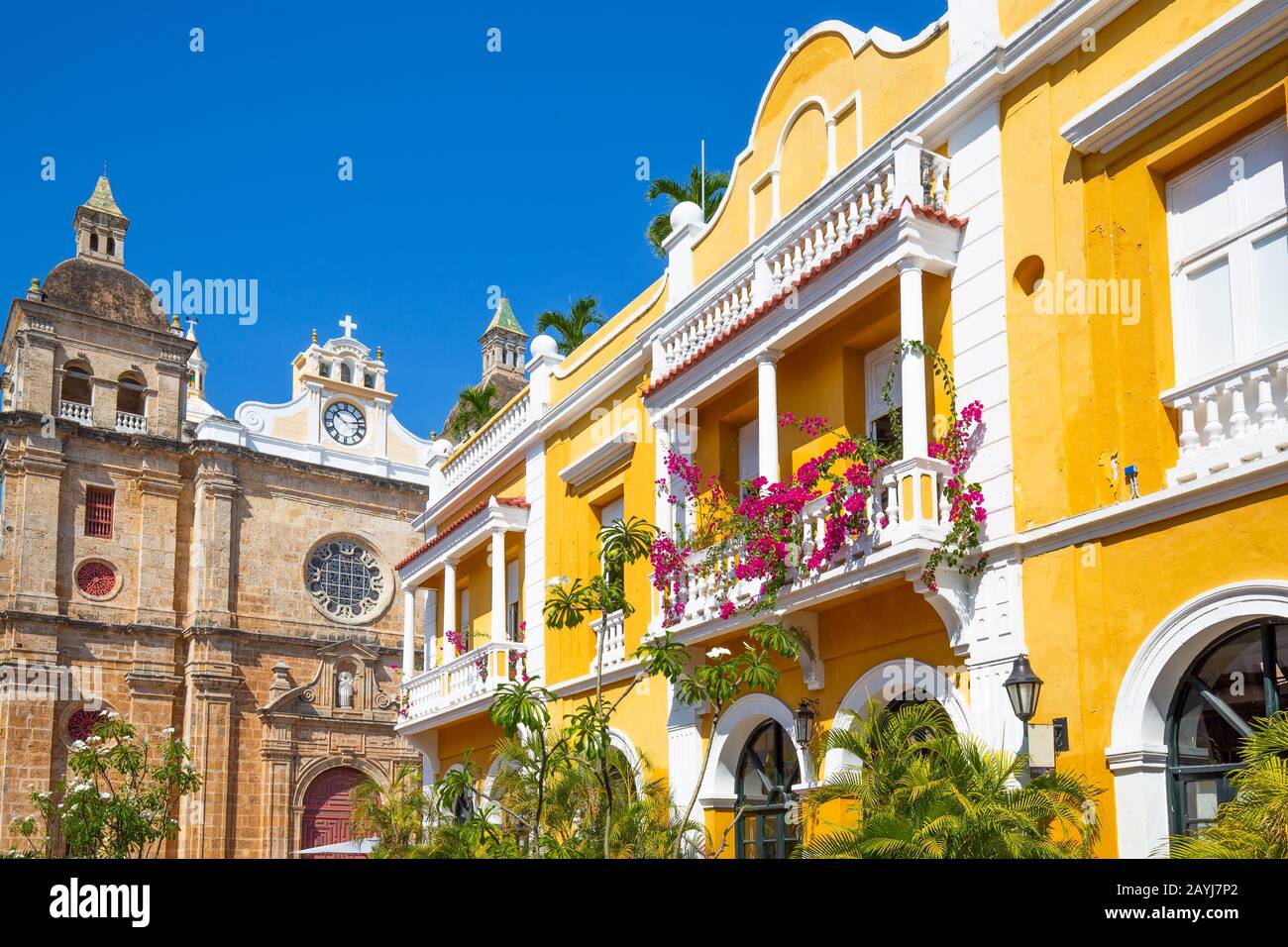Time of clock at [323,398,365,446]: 10:13
